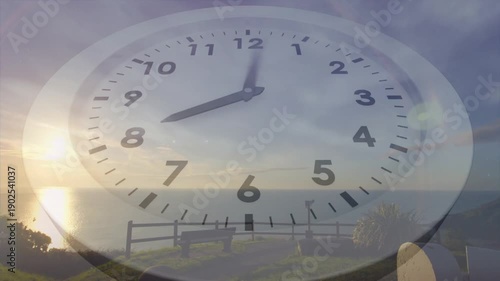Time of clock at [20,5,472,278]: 8:01
